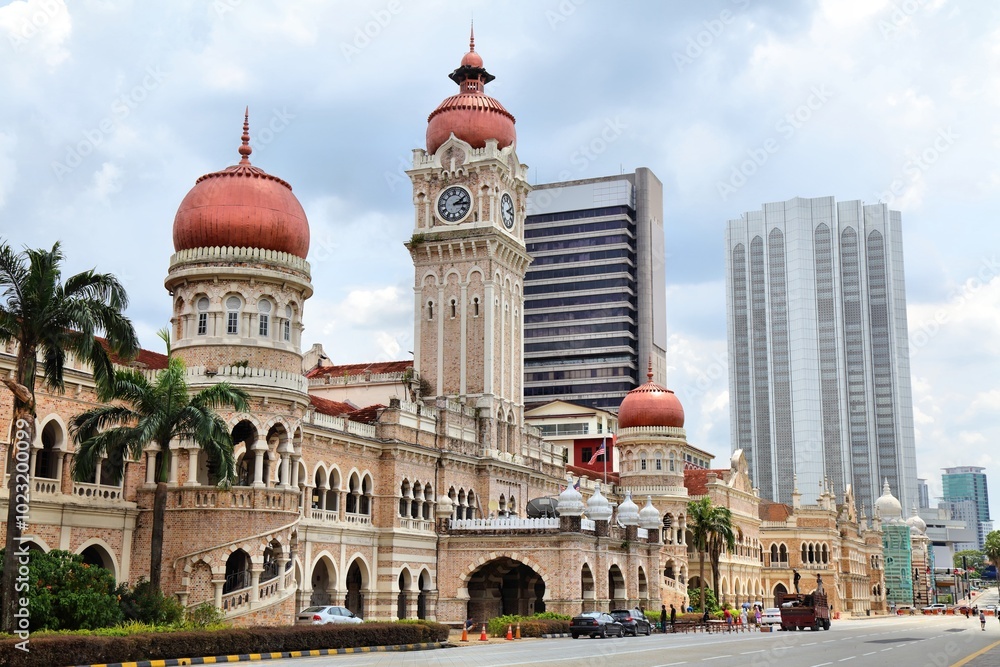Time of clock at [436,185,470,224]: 2:15
